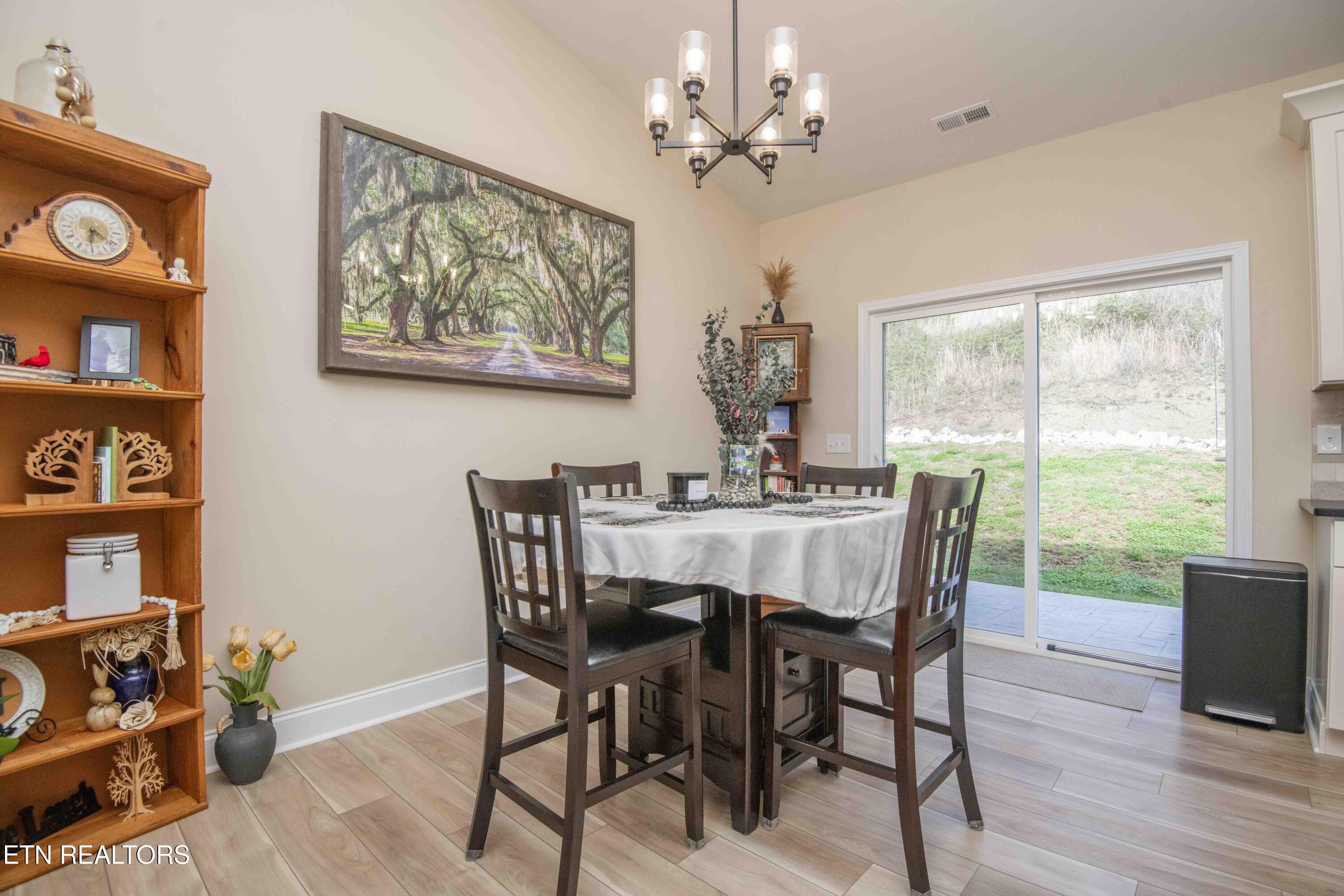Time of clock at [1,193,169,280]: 6:21
